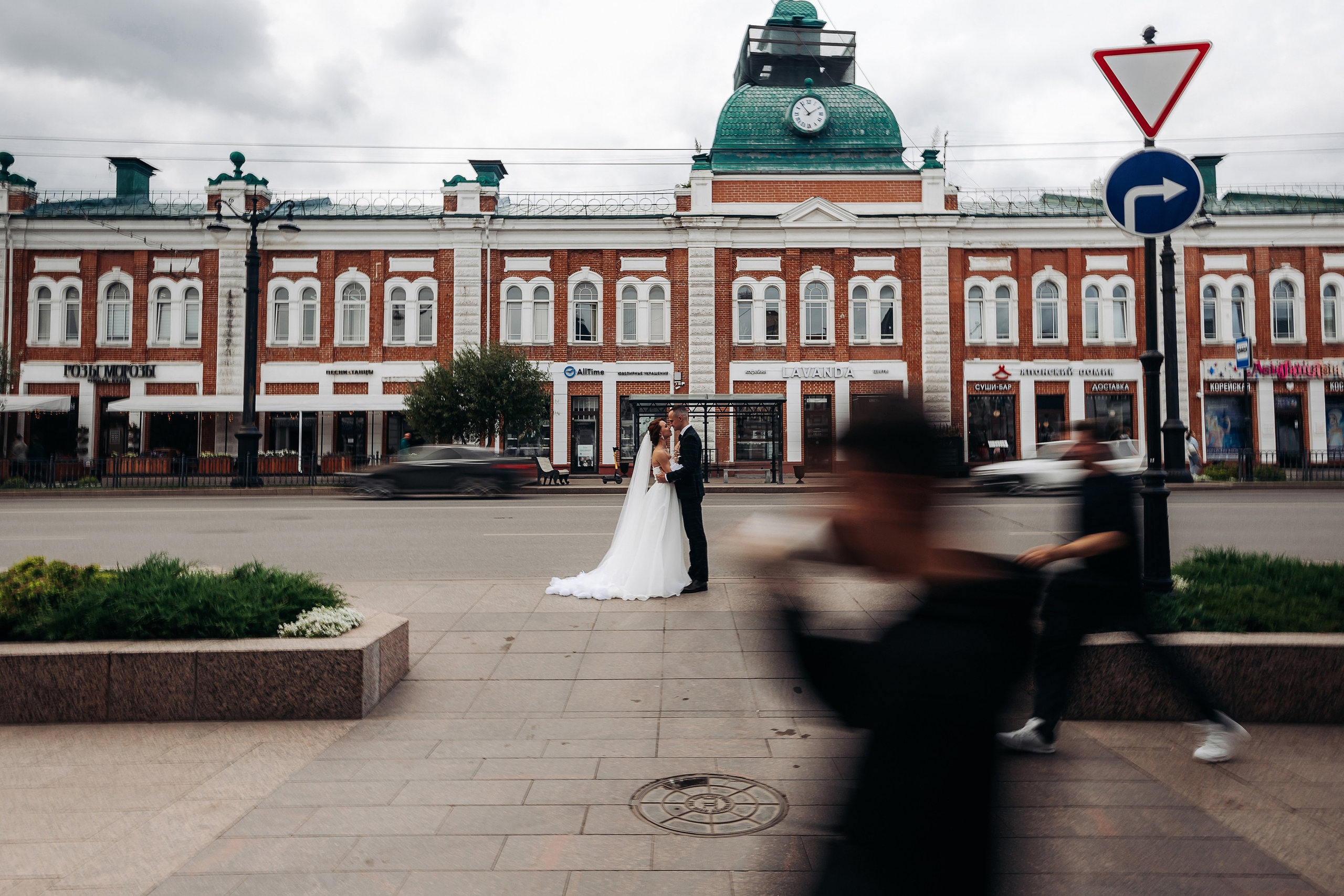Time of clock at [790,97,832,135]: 1:53
